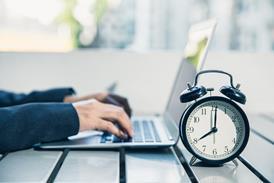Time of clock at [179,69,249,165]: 8:00
